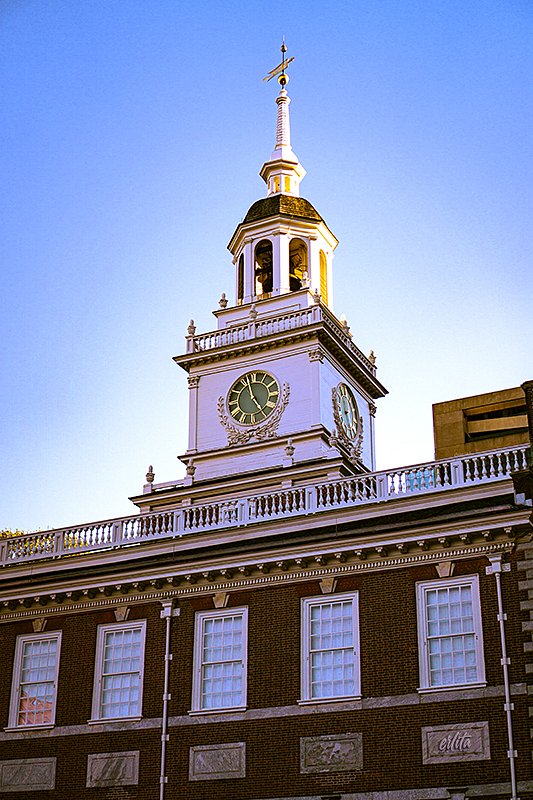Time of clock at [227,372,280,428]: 4:57
